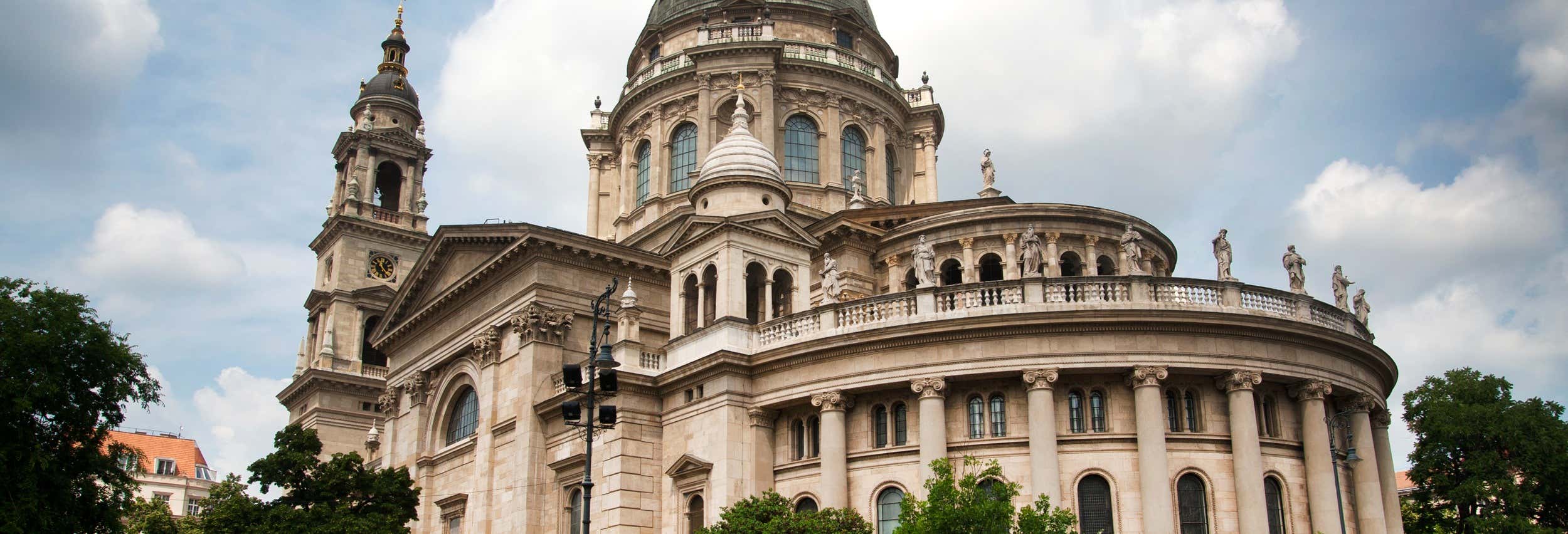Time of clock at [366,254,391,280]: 11:23
